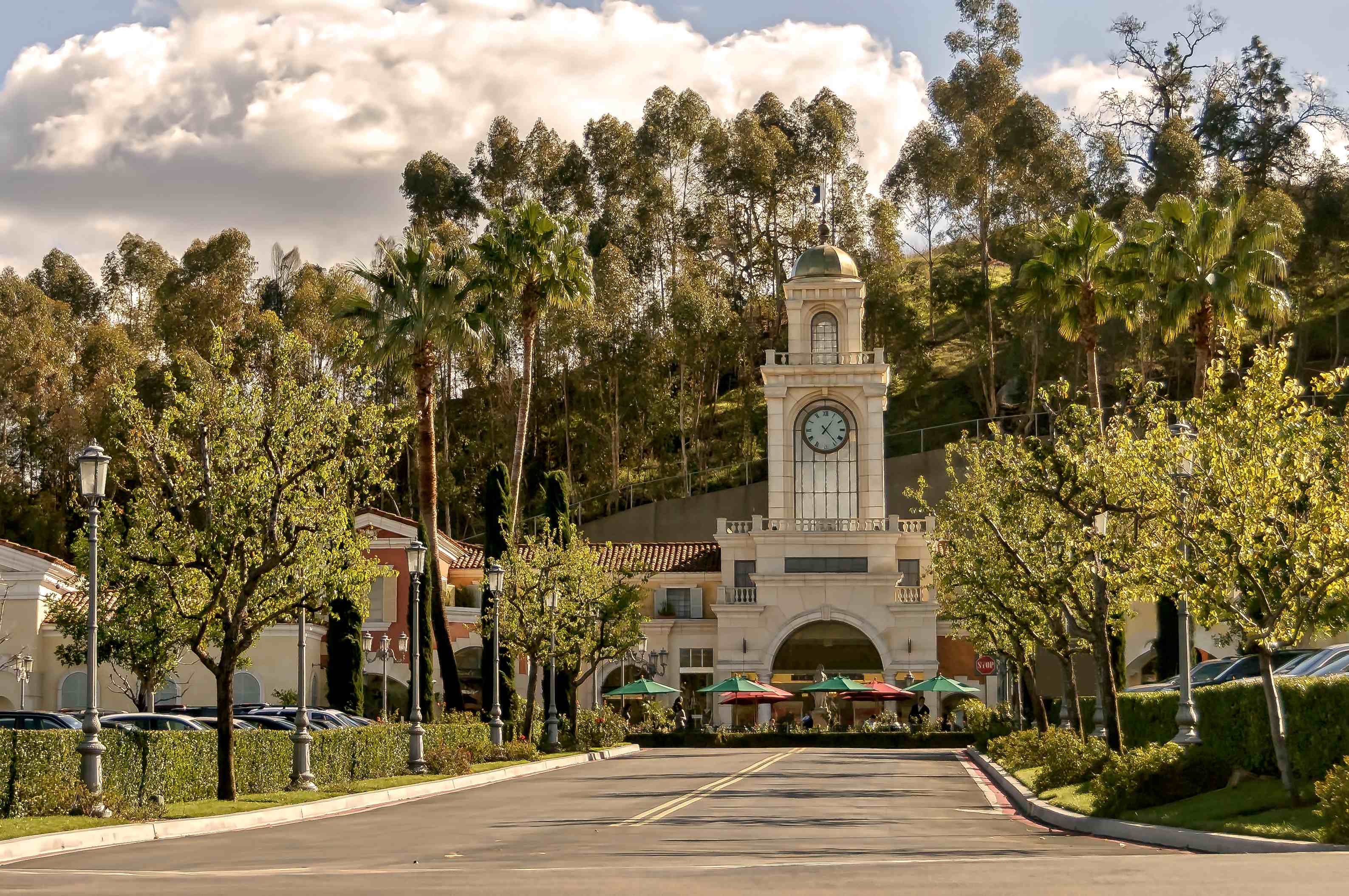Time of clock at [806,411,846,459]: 1:23
